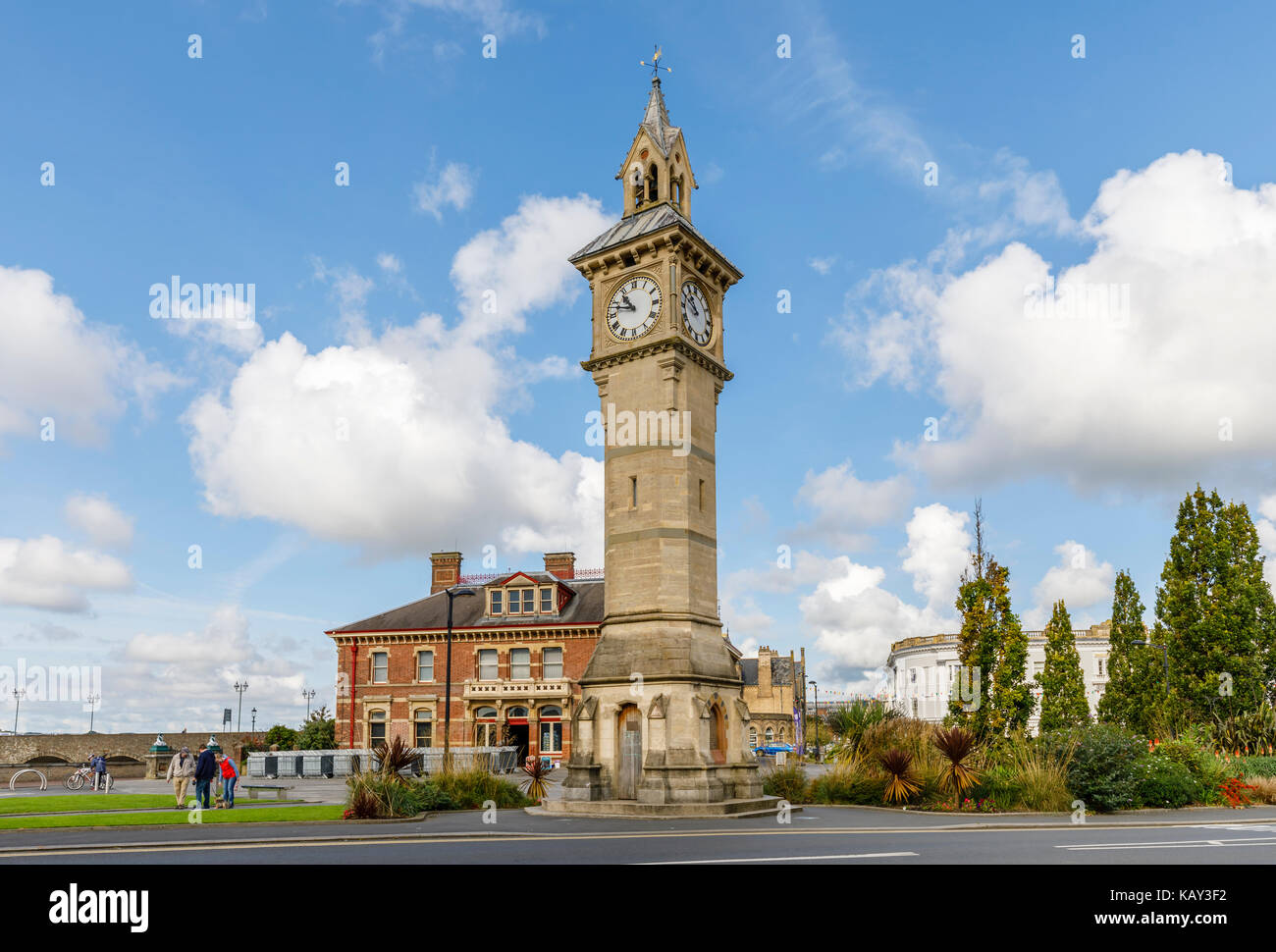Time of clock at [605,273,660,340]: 10:47
